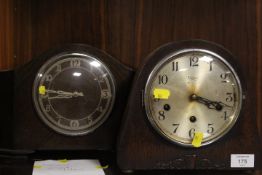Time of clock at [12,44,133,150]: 8:46
